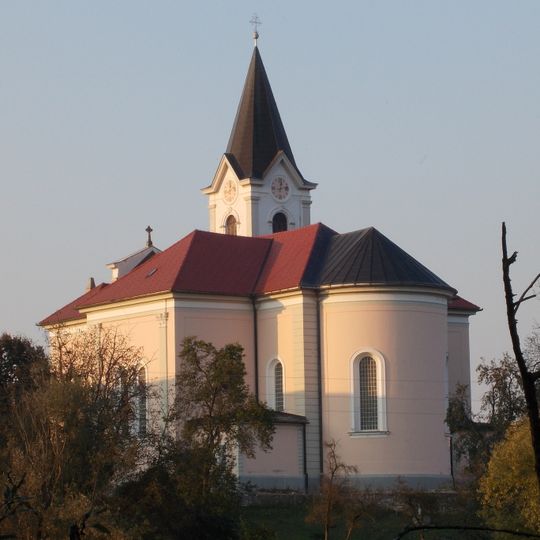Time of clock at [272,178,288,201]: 12:13
